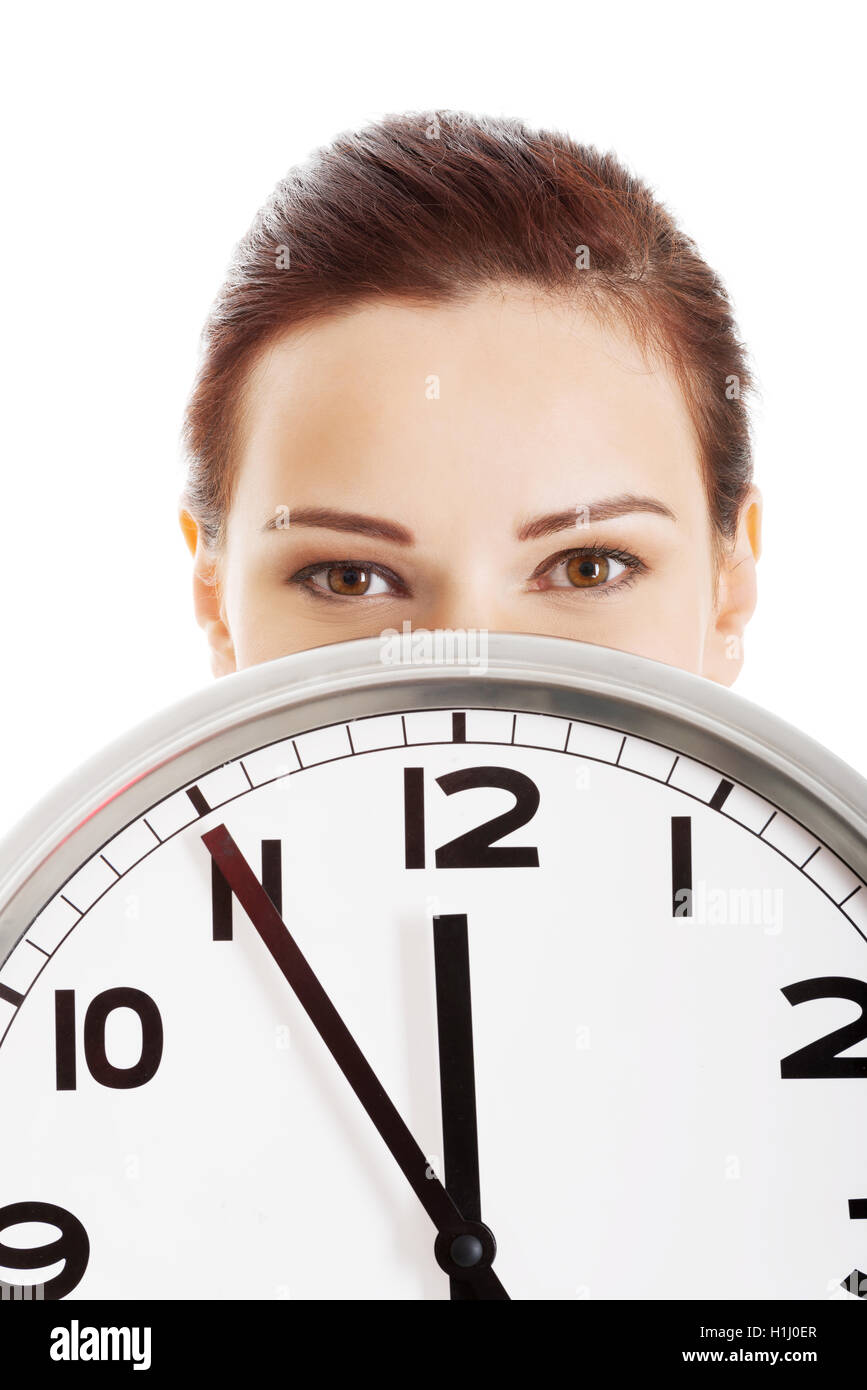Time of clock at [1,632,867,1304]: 11:54
